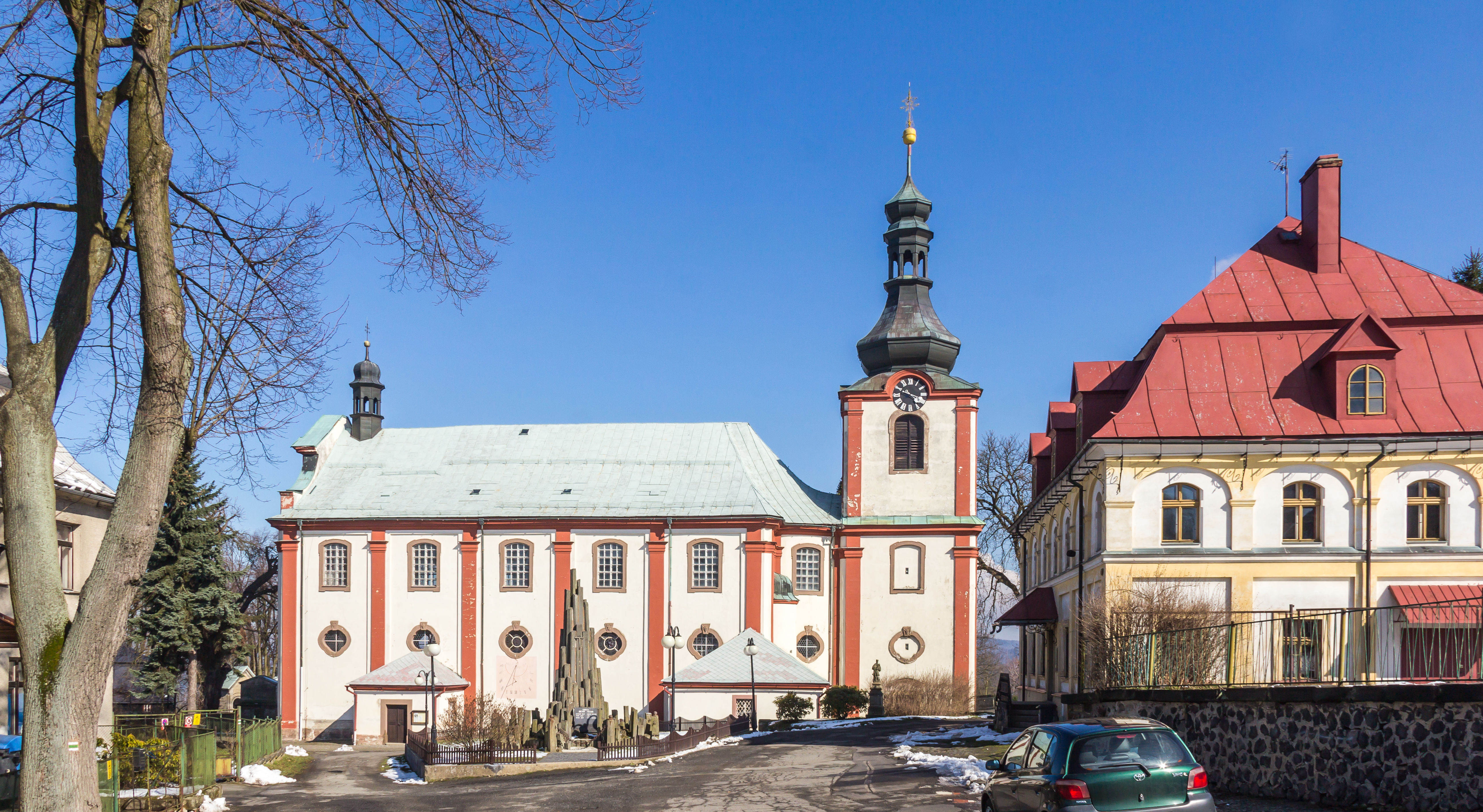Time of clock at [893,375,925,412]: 3:48
